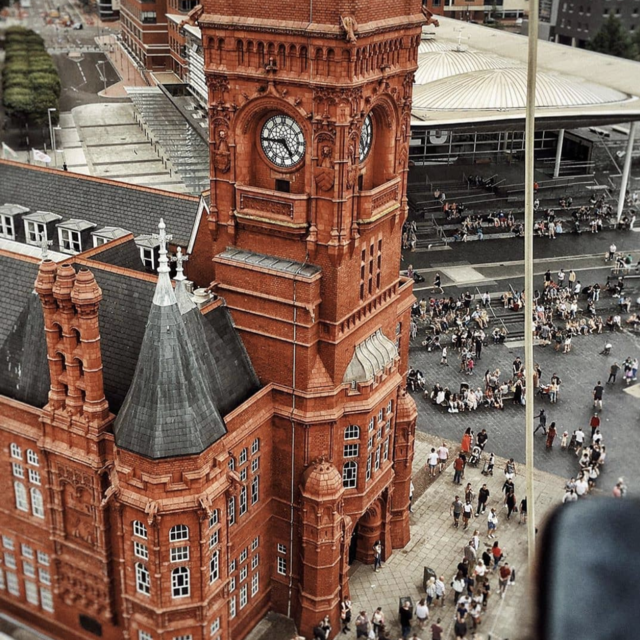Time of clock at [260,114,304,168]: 4:44
